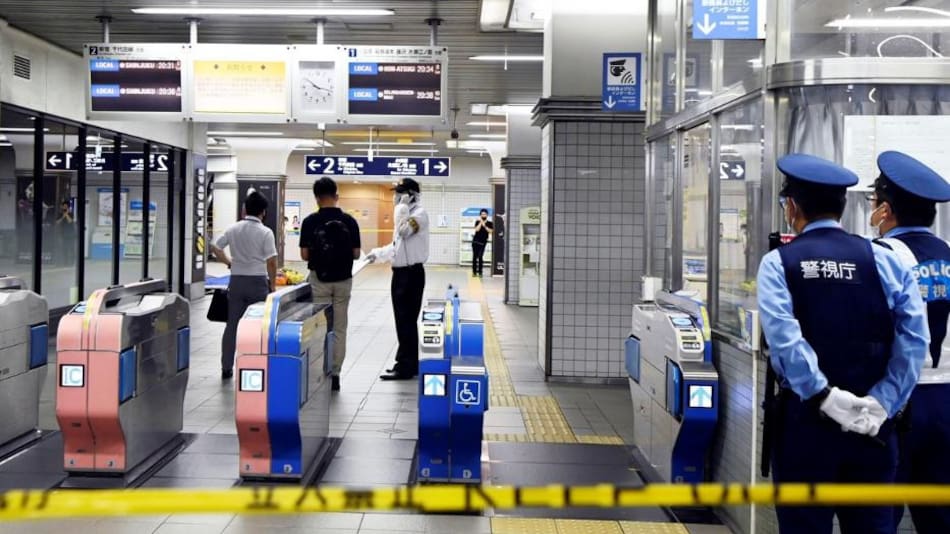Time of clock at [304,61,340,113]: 10:17
